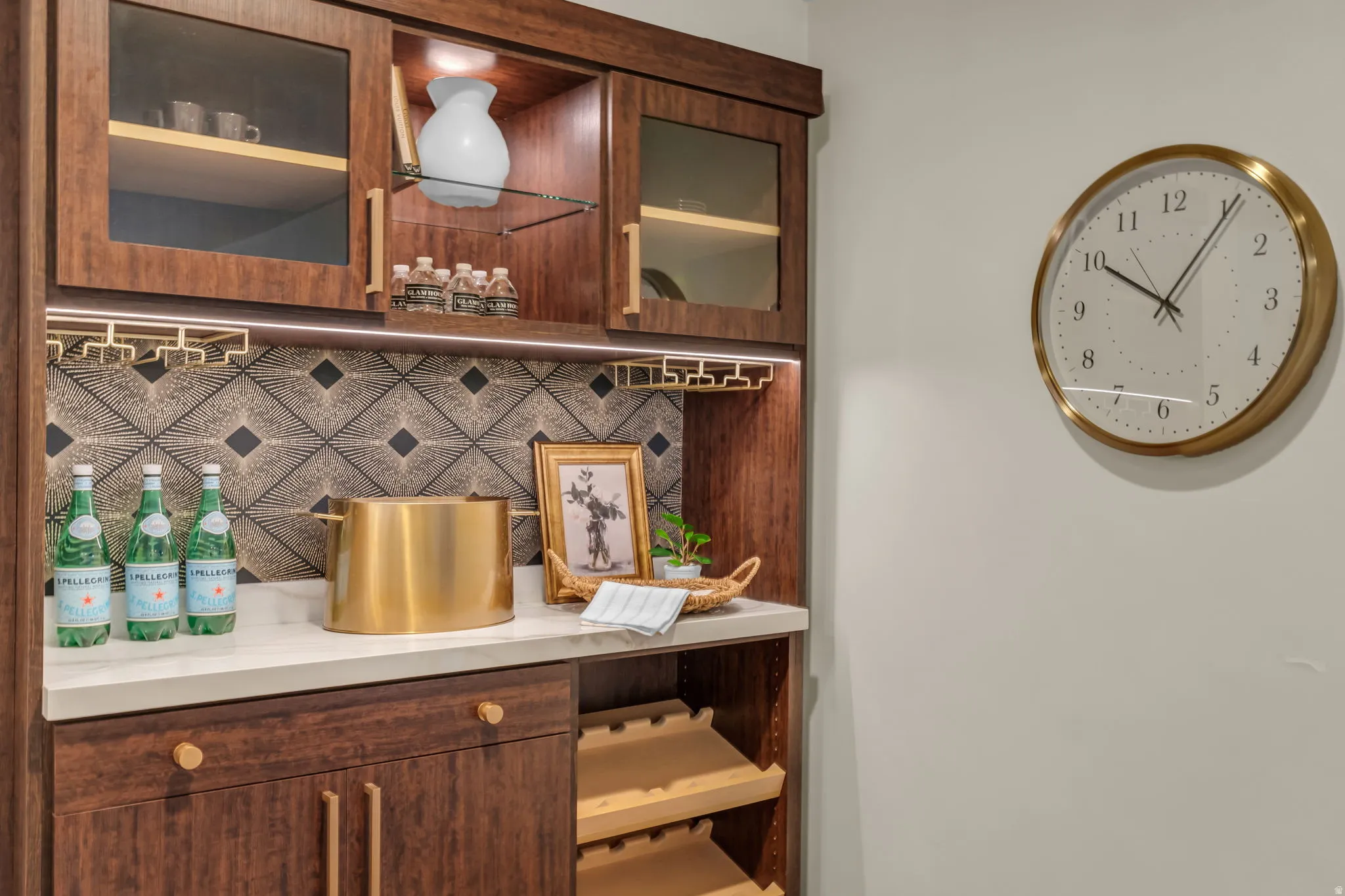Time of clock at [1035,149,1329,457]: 10:05
